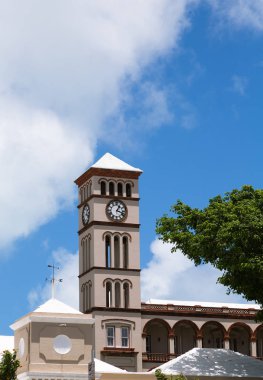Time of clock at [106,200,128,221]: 1:18
